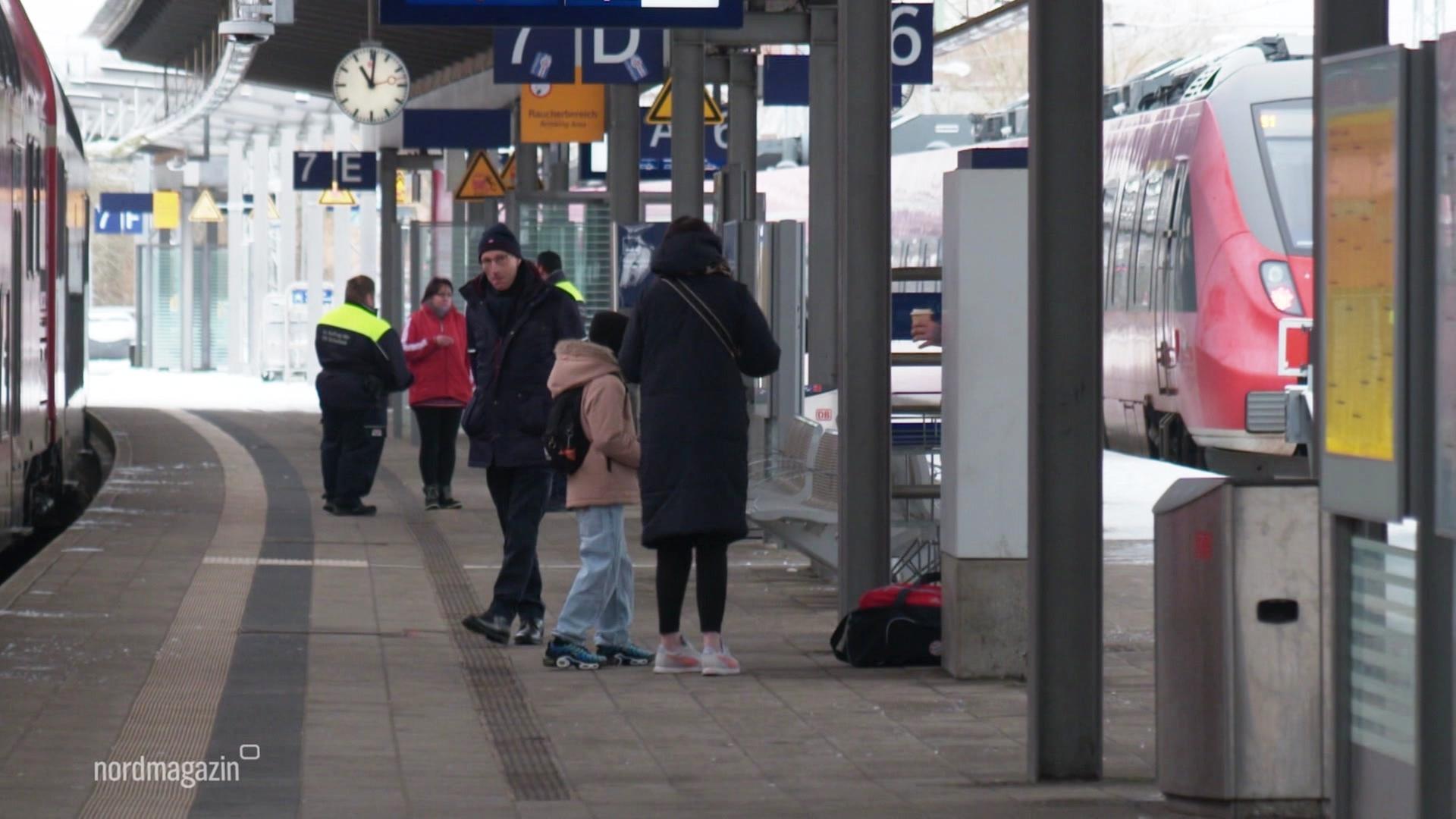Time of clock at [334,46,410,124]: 11:01
